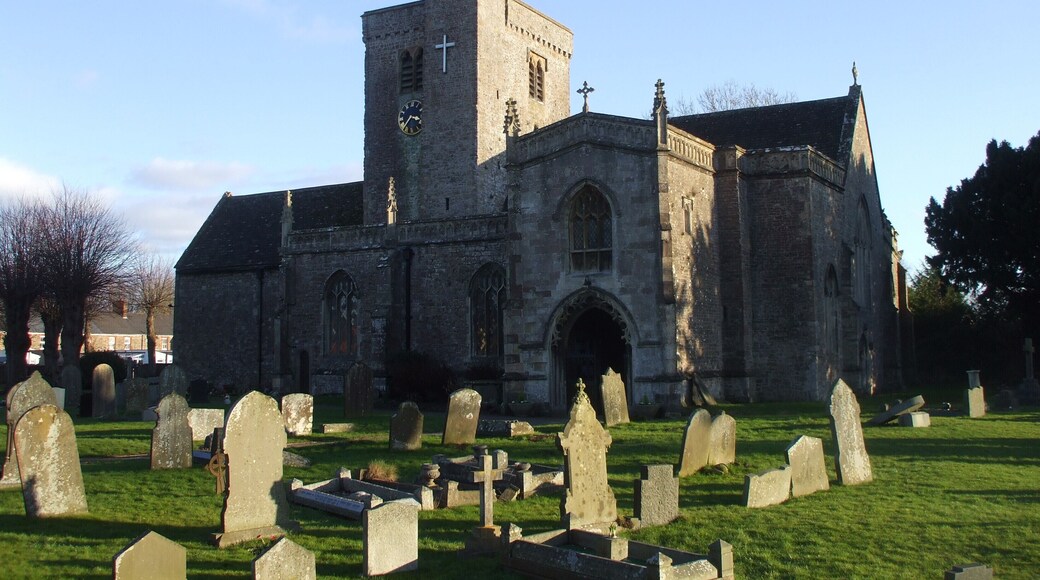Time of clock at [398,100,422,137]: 3:36
